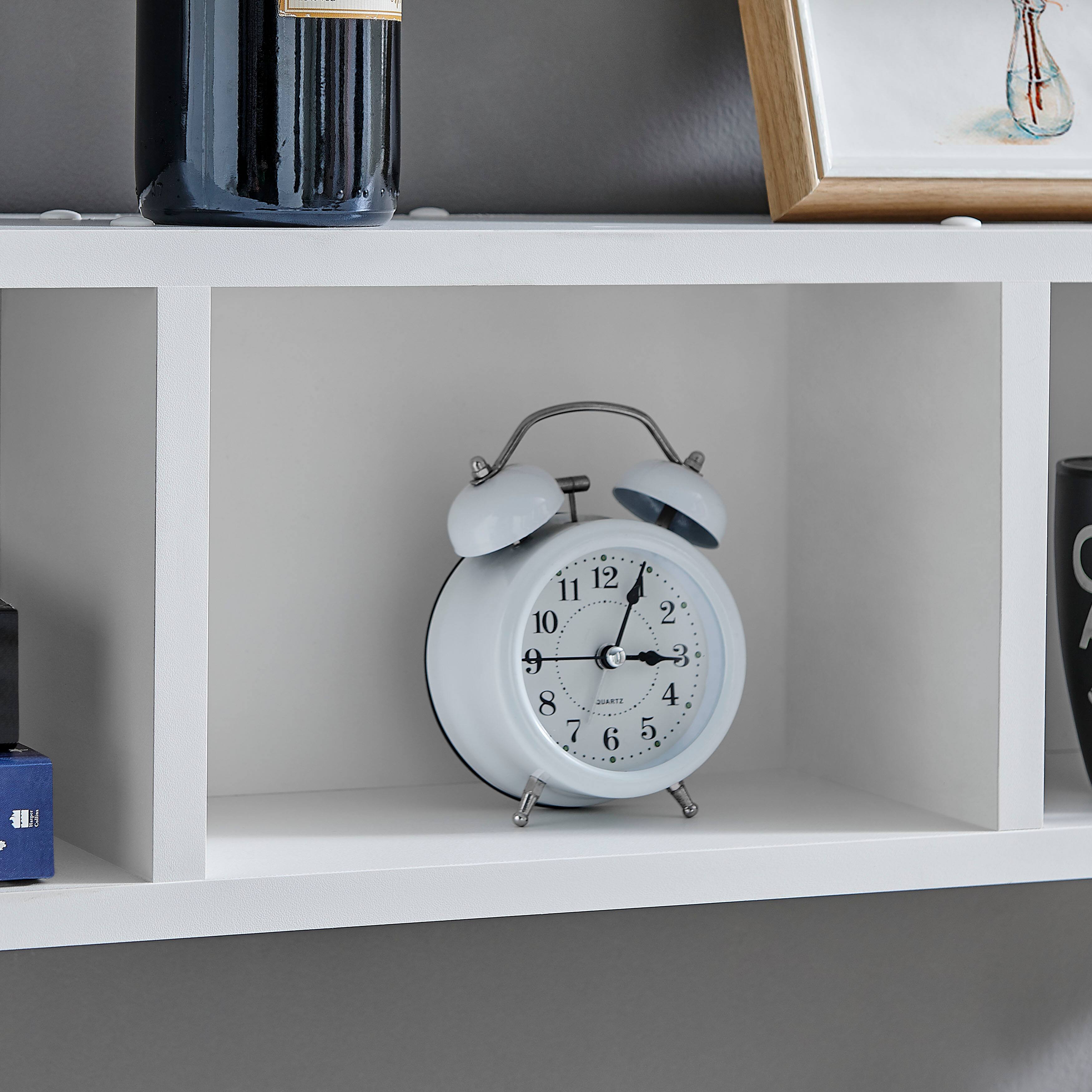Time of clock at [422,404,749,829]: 3:04
